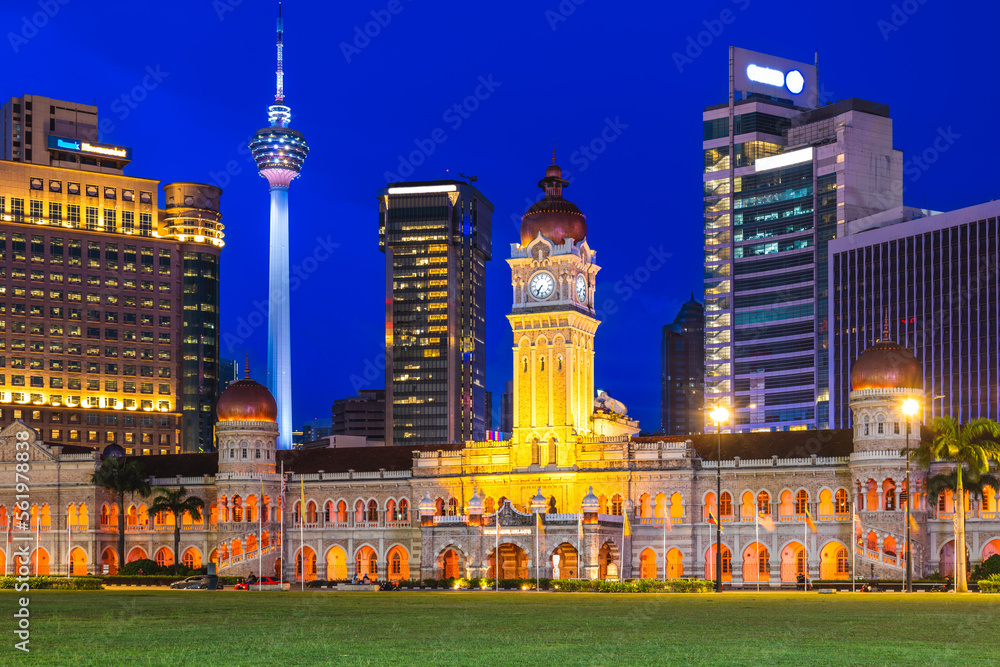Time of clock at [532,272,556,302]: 7:35
